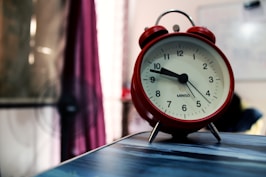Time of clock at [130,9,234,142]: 9:47
